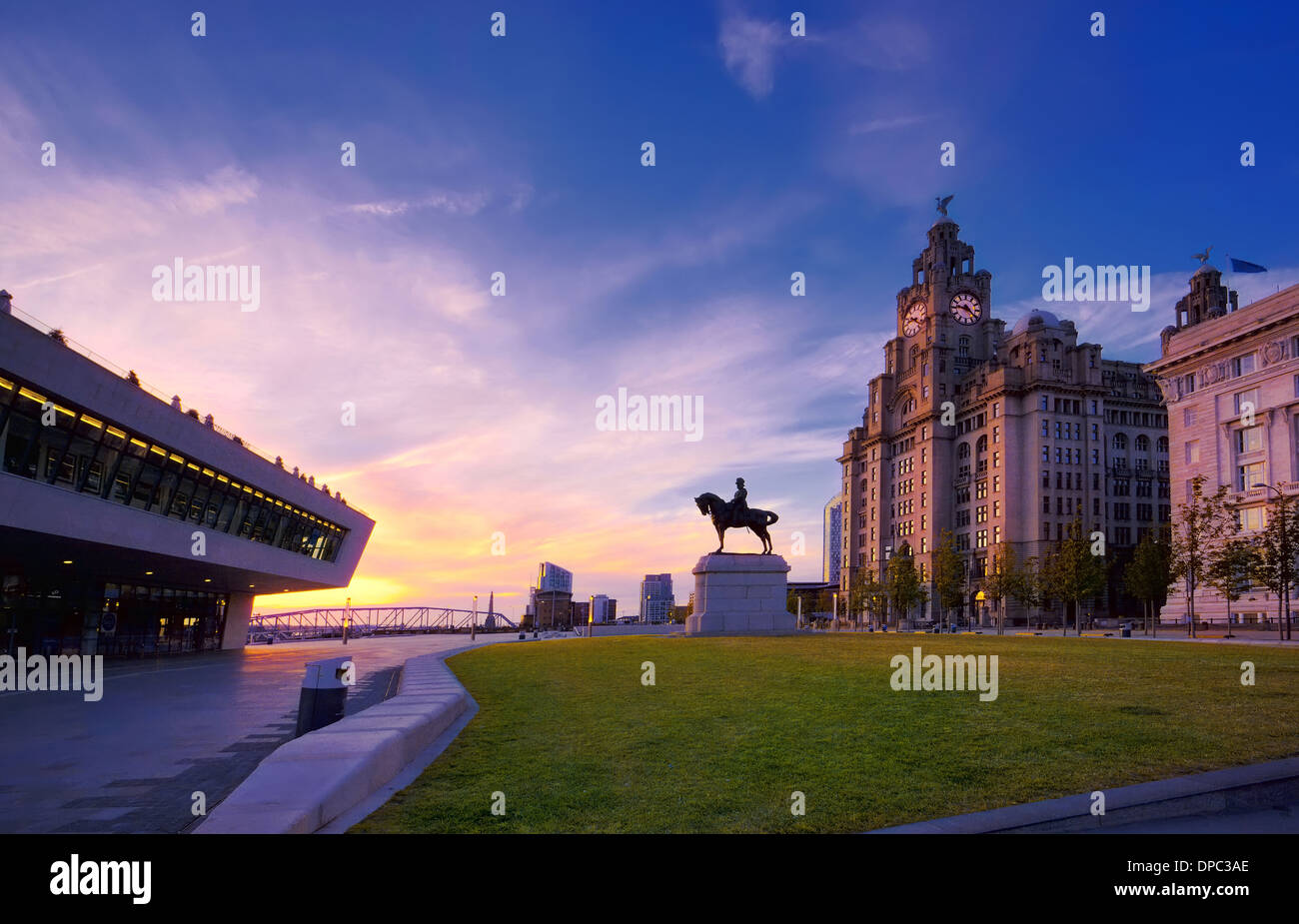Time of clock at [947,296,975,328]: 9:22
